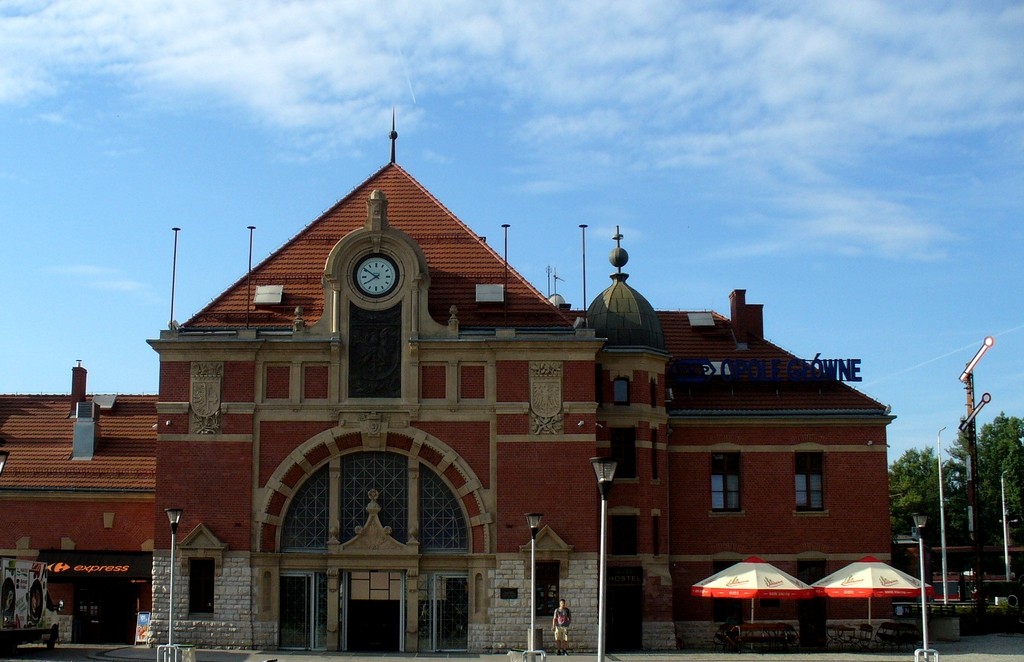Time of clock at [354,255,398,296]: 7:50
